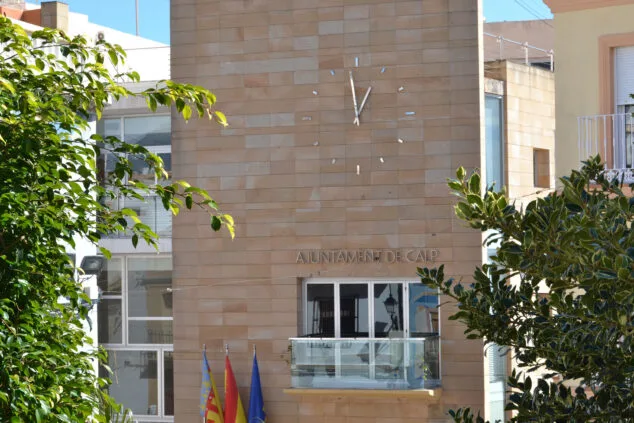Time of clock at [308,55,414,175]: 12:58
